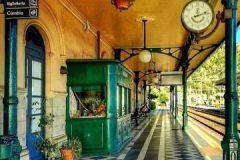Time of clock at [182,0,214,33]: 12:11
